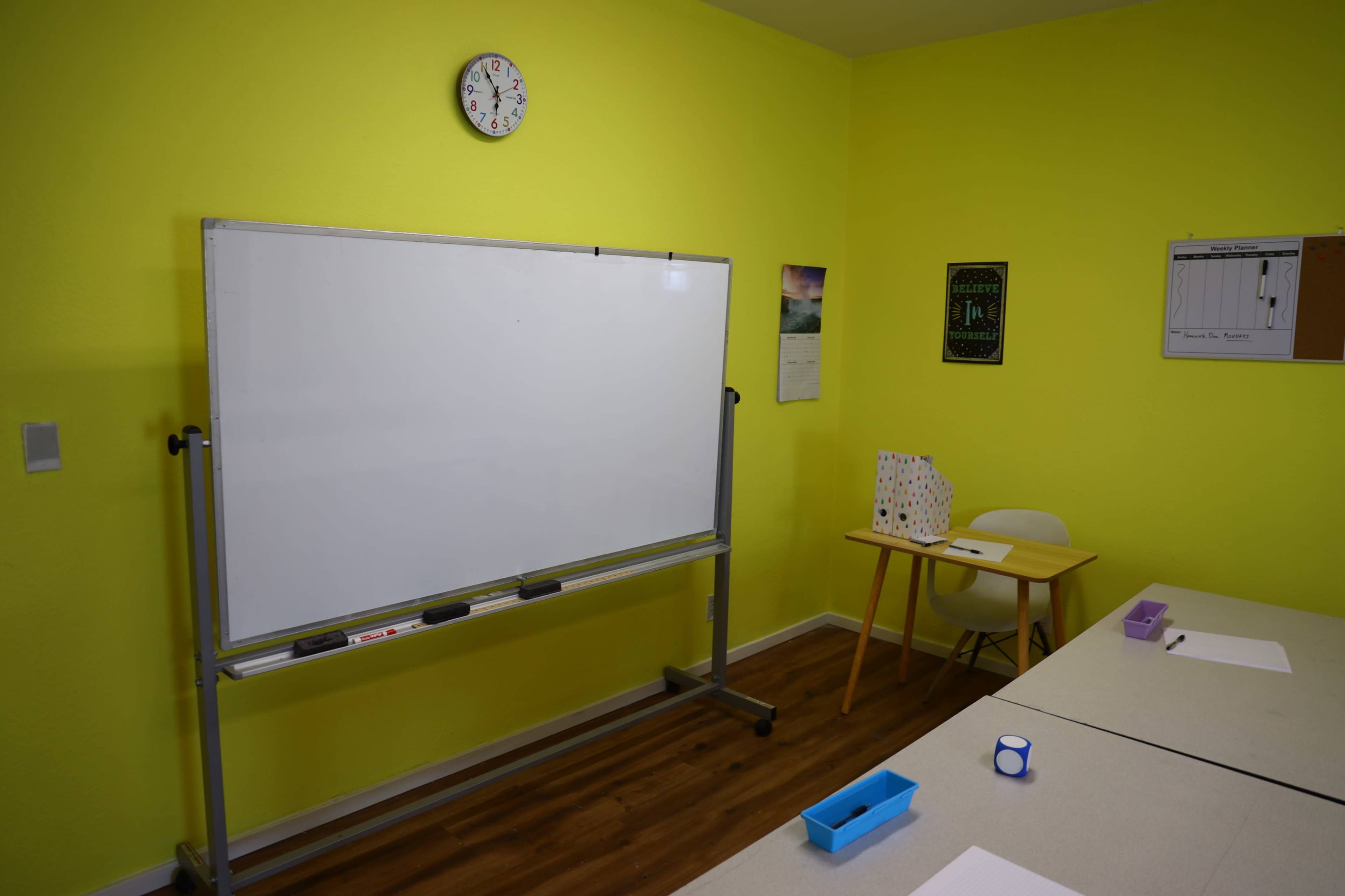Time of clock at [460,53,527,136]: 5:54
